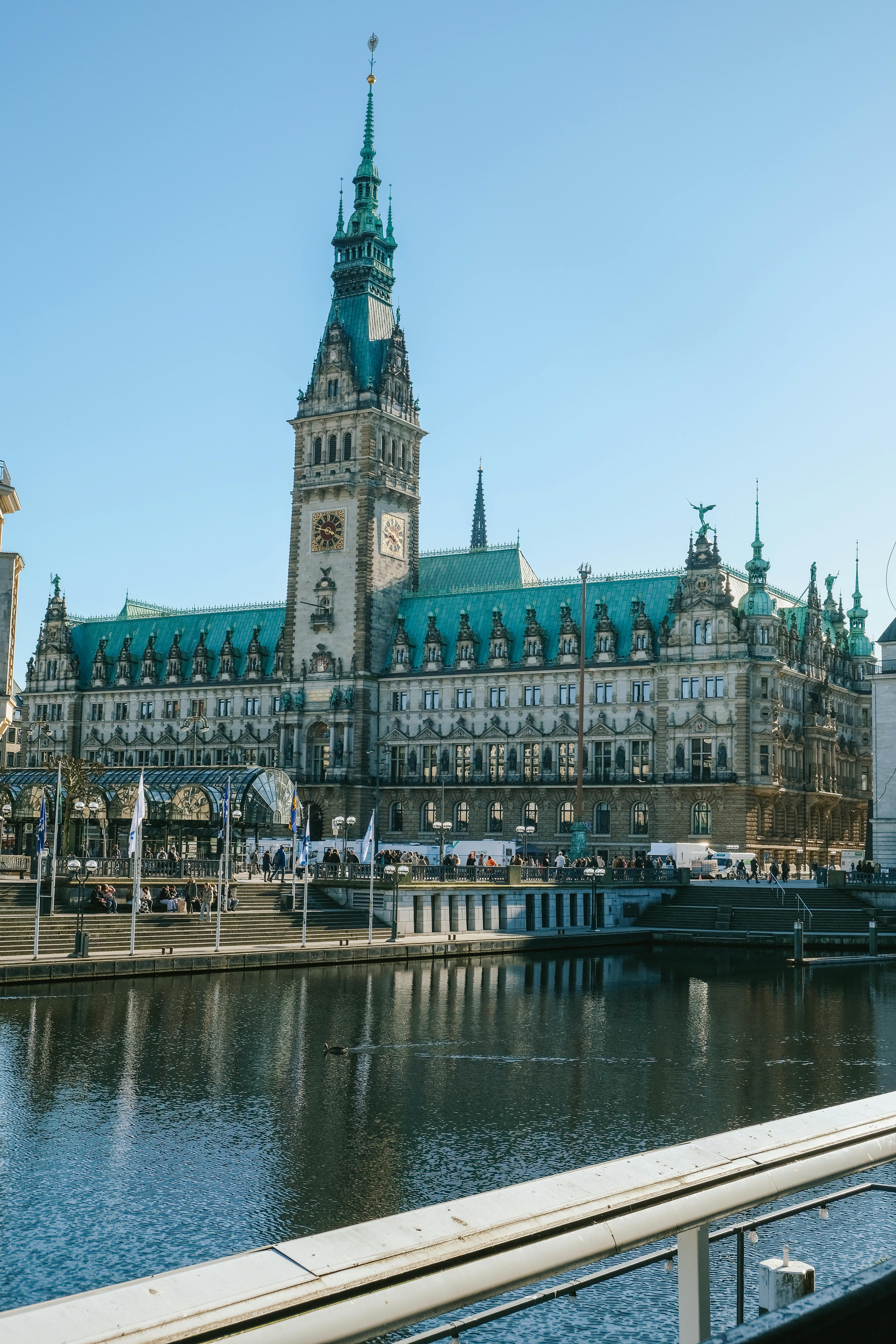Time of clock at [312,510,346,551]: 3:47
